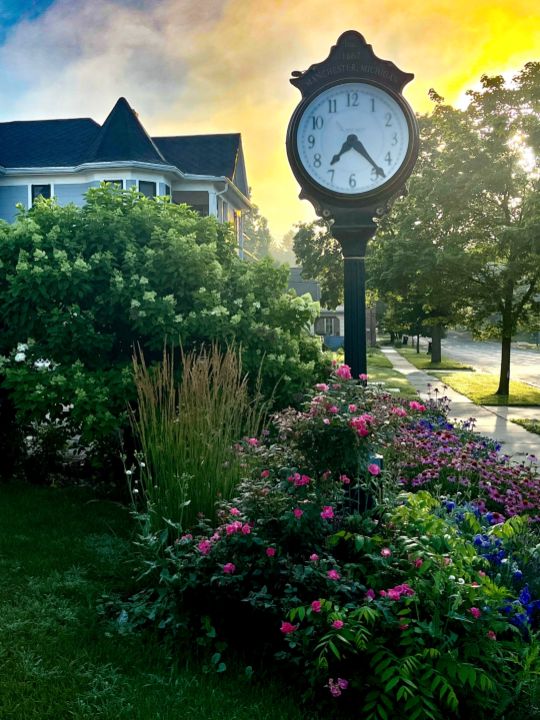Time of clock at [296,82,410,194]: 7:23
